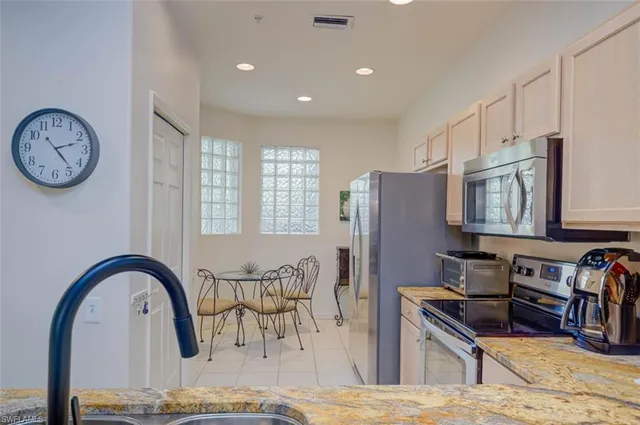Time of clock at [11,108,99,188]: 2:23
